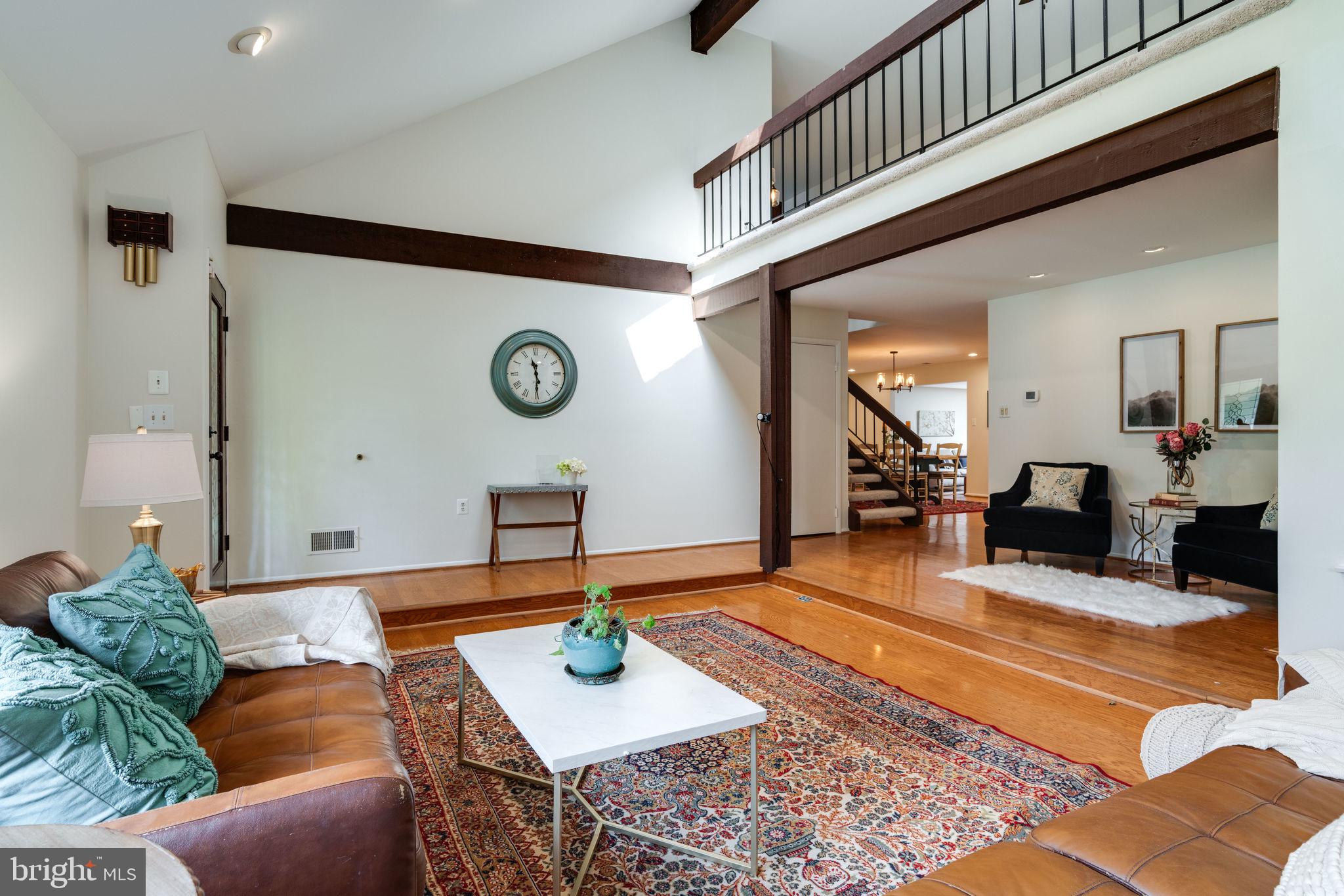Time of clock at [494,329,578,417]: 11:29
